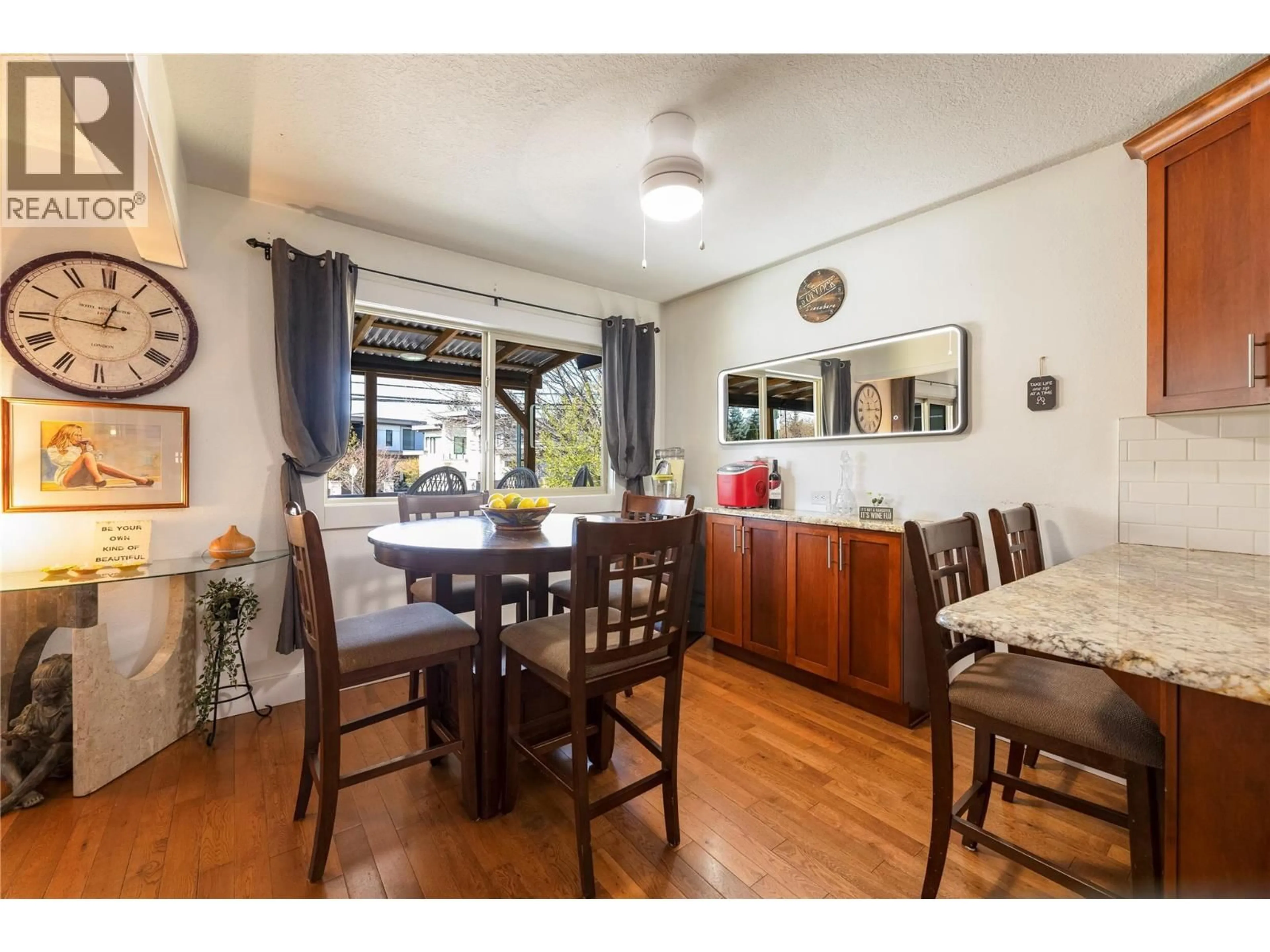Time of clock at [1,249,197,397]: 12:45
